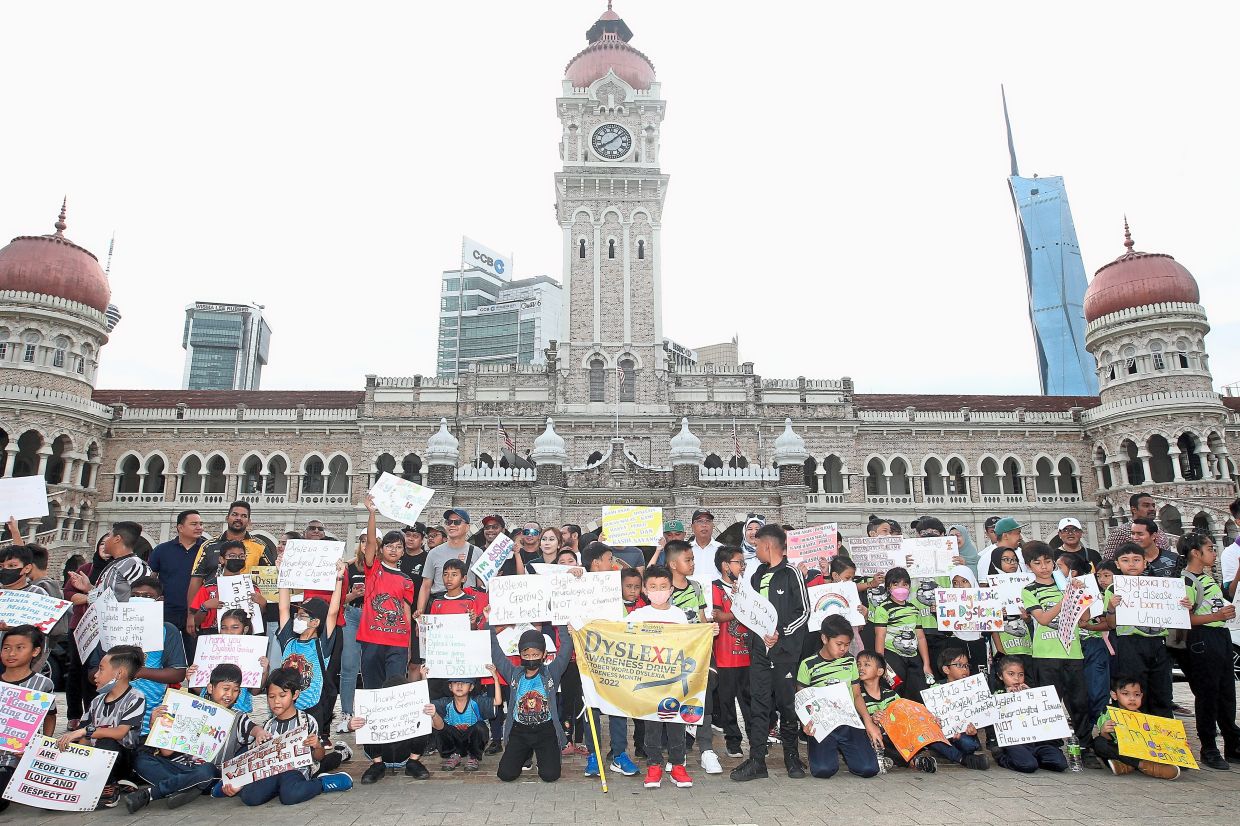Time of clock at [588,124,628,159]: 8:07
